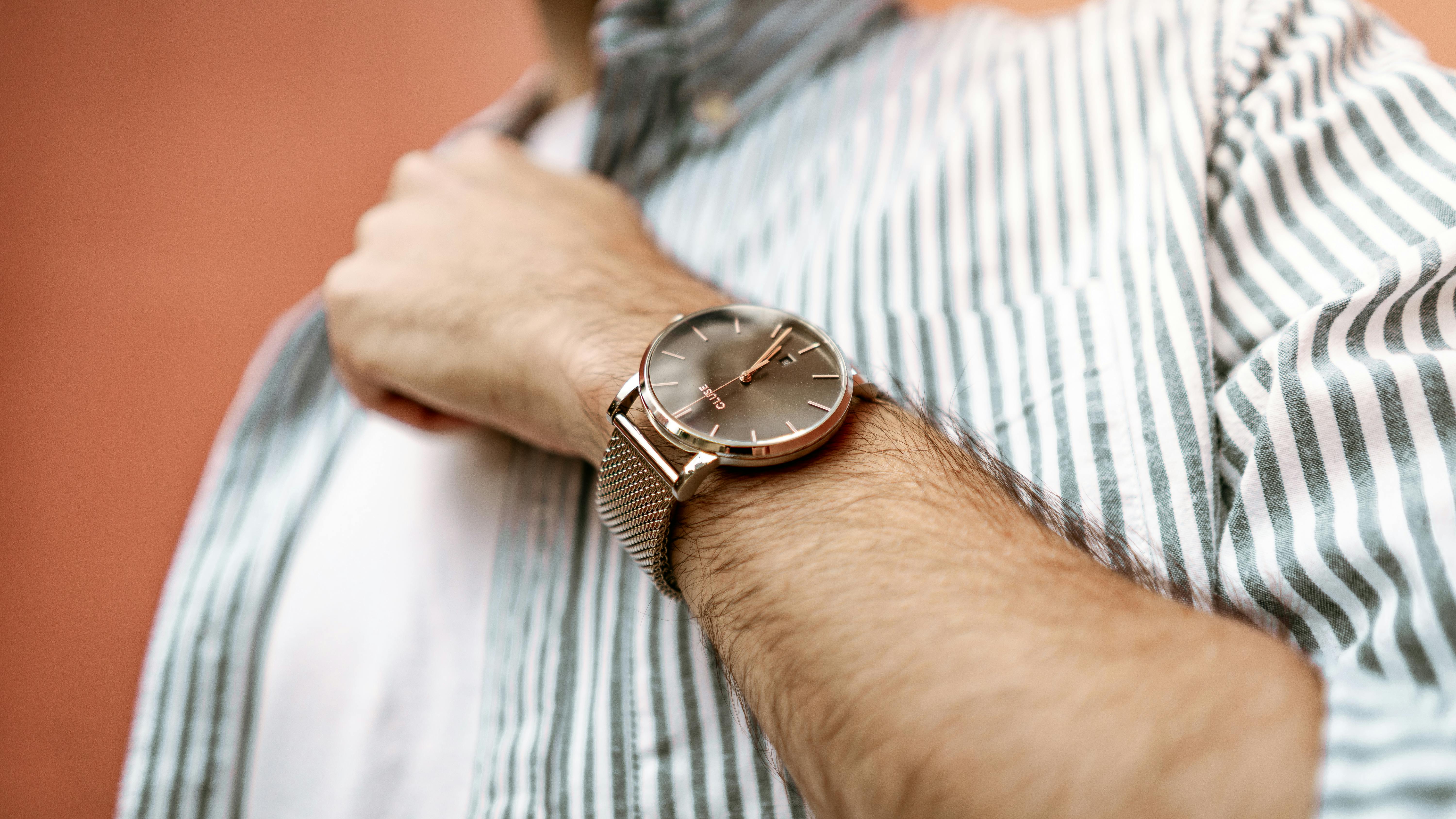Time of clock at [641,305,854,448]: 2:07
